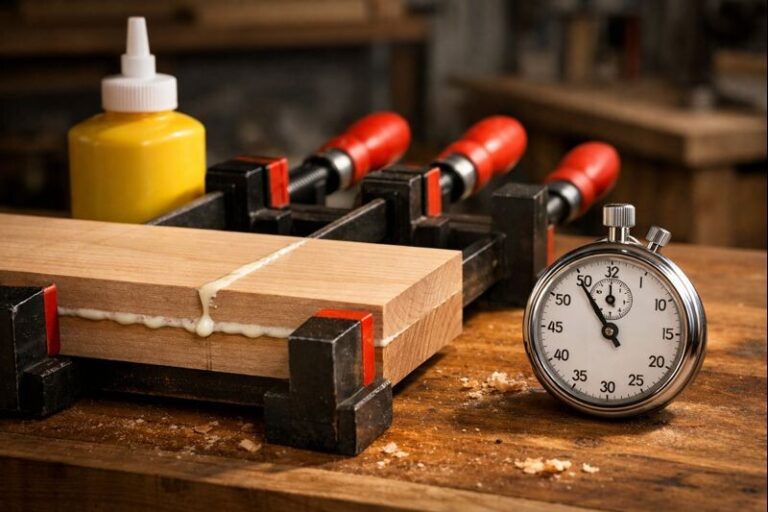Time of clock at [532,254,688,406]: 10:54
